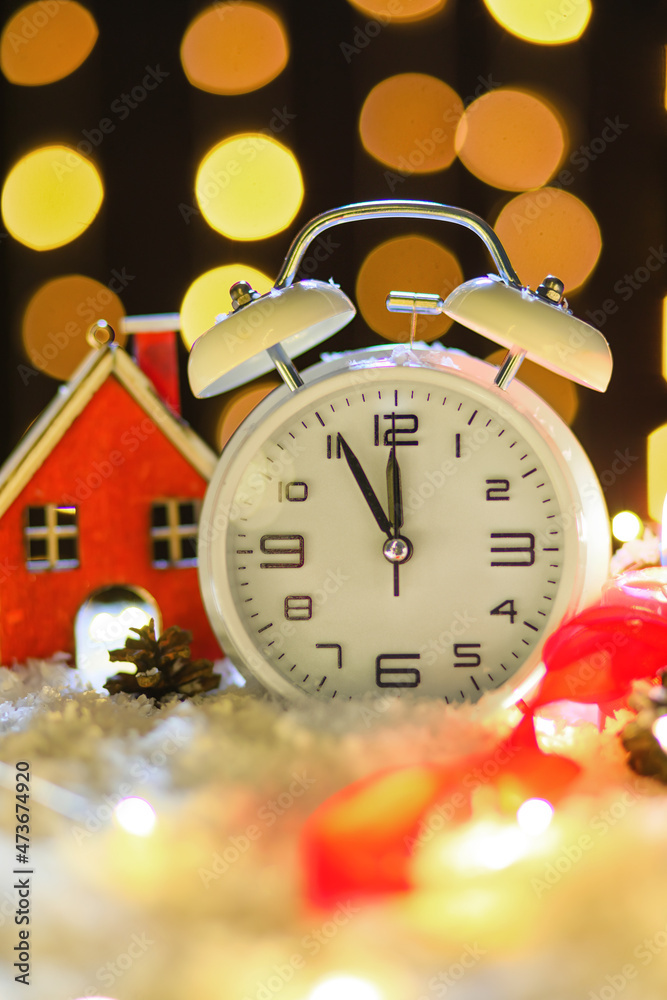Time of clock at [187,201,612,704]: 11:55
